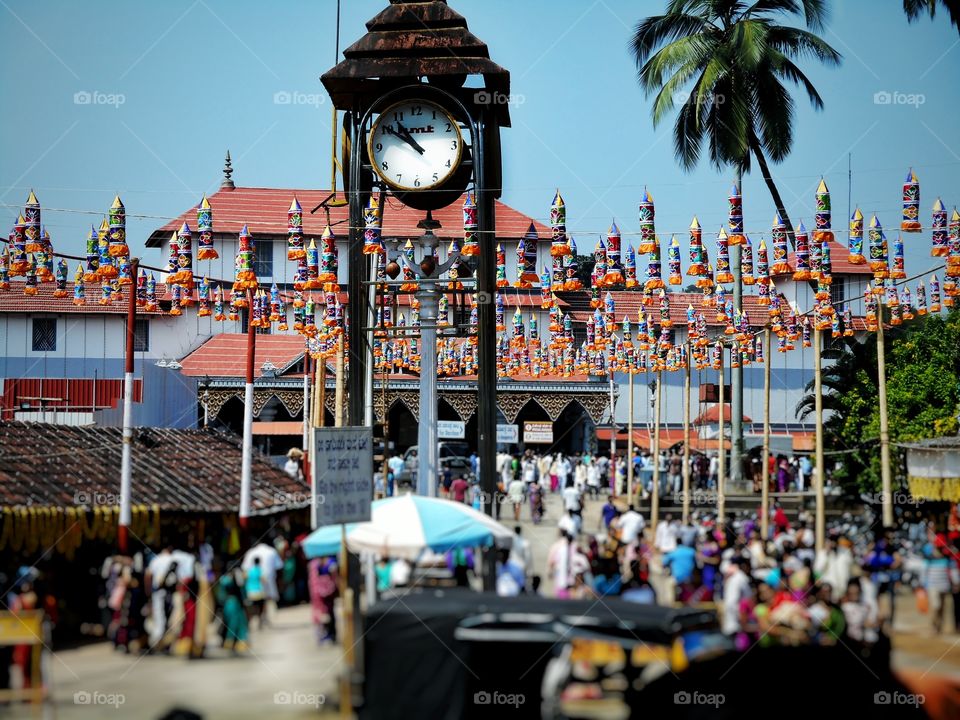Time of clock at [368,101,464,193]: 10:50
